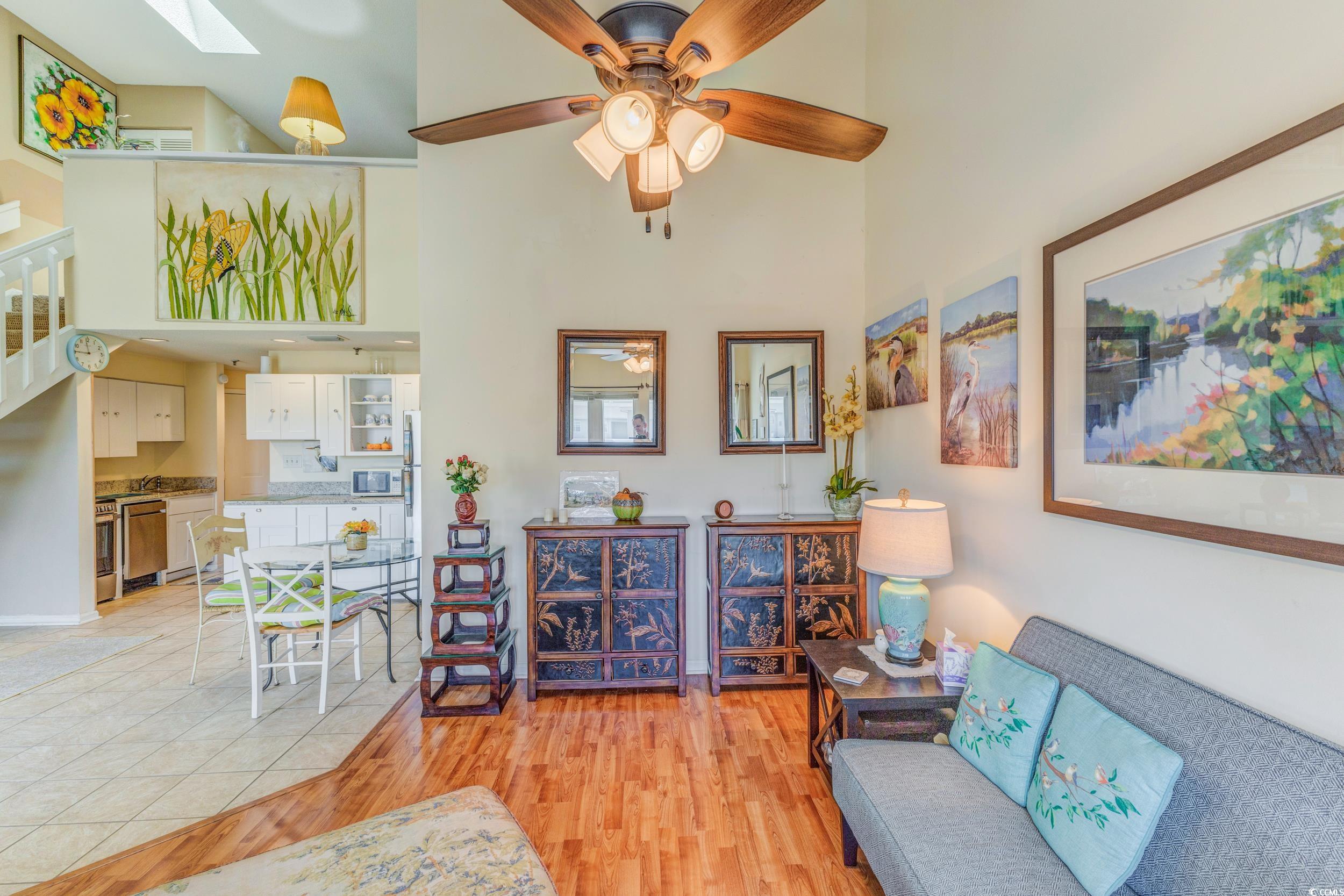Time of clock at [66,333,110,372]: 11:45
